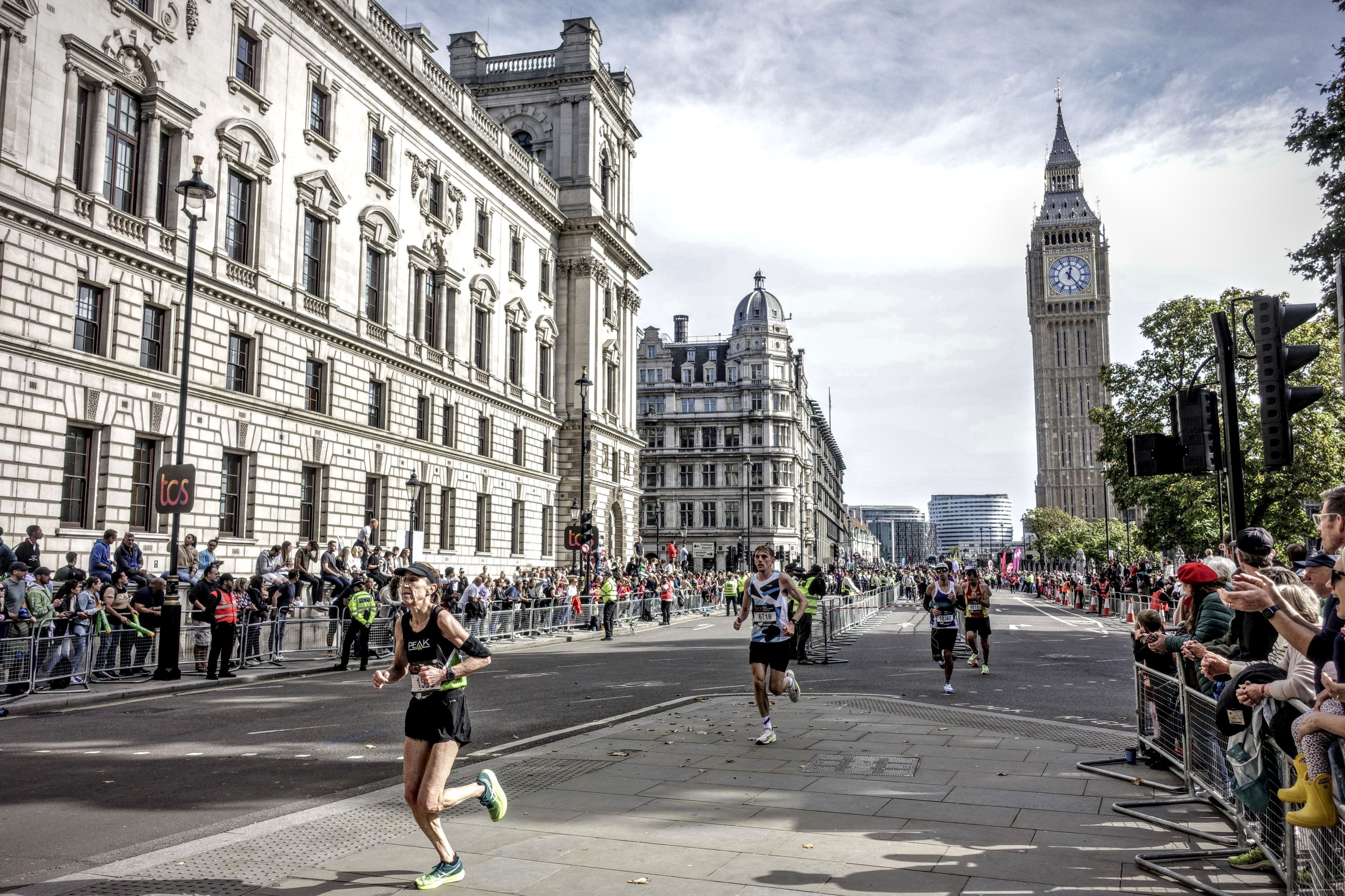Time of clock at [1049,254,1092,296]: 12:23
